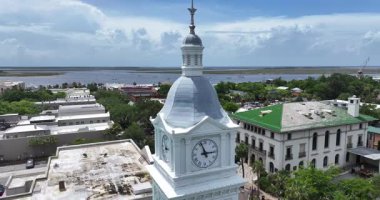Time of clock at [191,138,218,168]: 2:56
